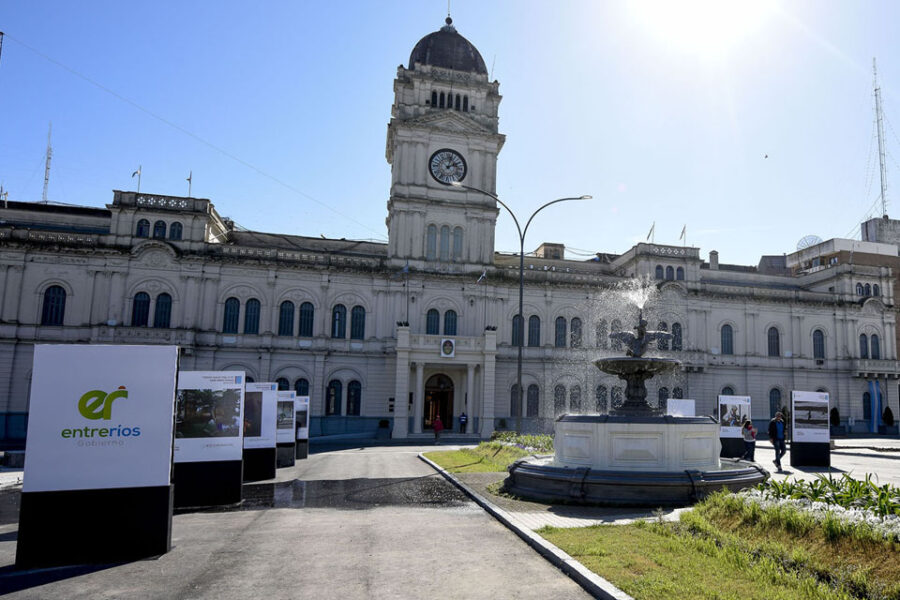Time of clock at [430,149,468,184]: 2:02
